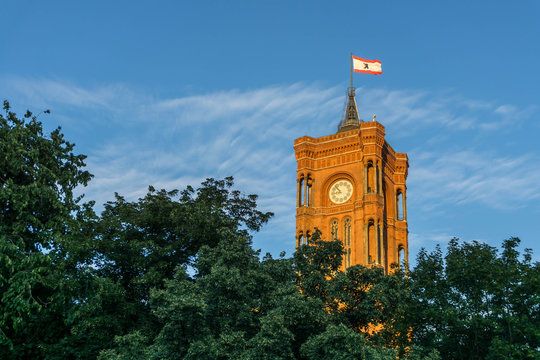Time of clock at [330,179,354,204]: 8:53
